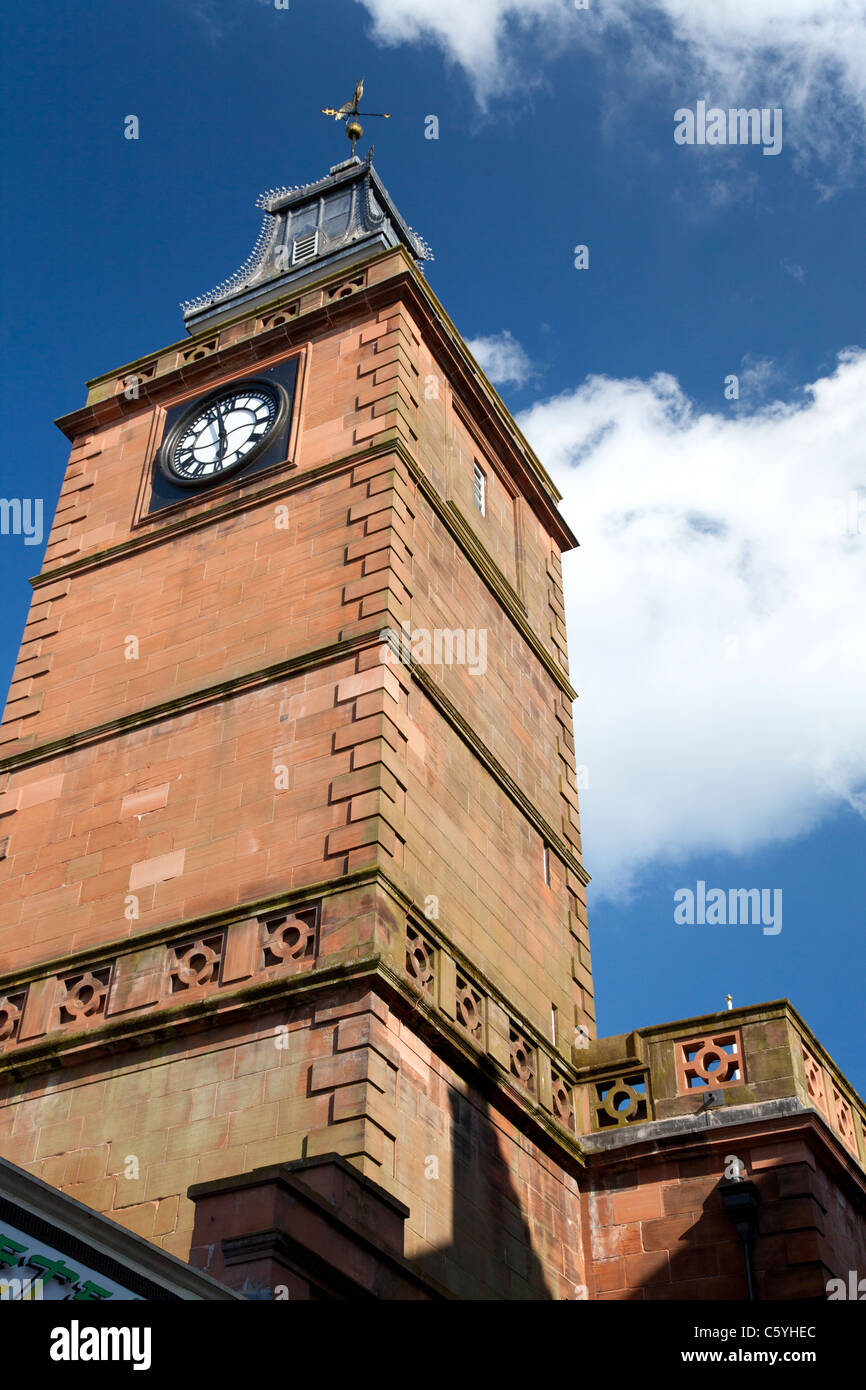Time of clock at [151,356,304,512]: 5:57
